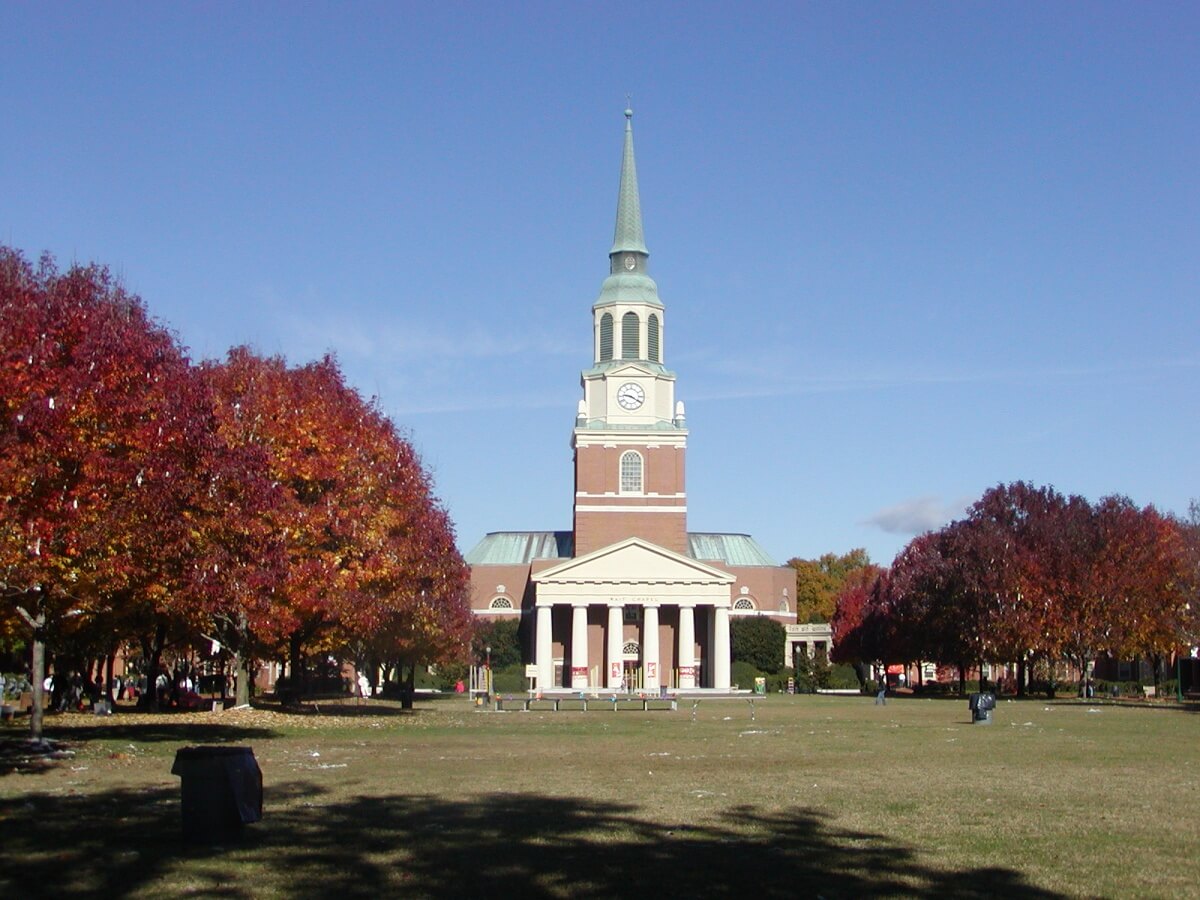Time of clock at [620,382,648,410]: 9:20
